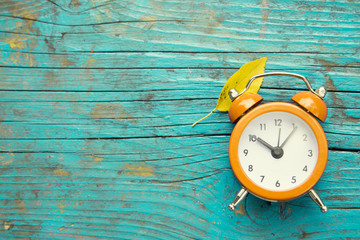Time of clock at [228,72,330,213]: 10:06
